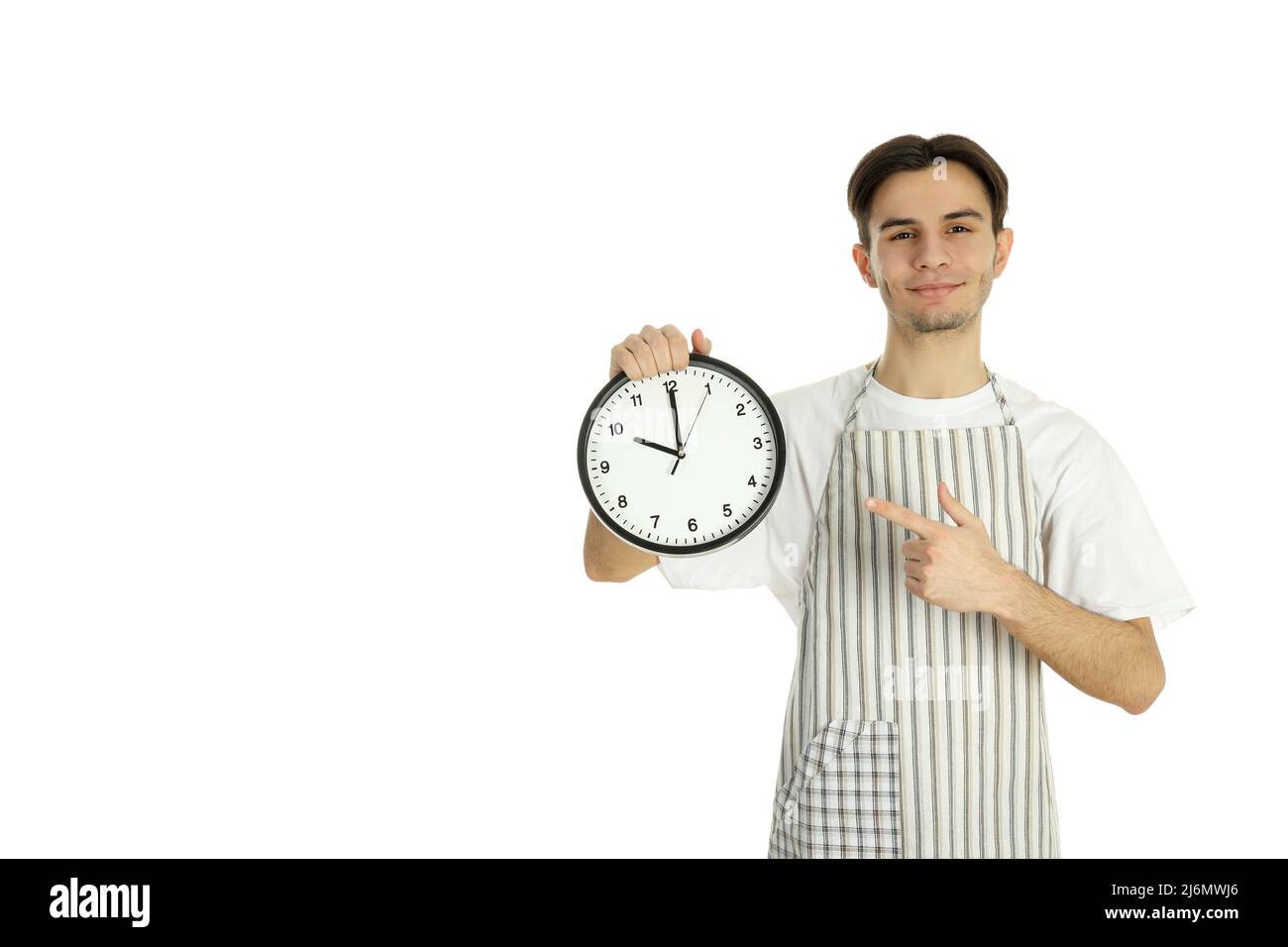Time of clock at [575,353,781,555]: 10:00
